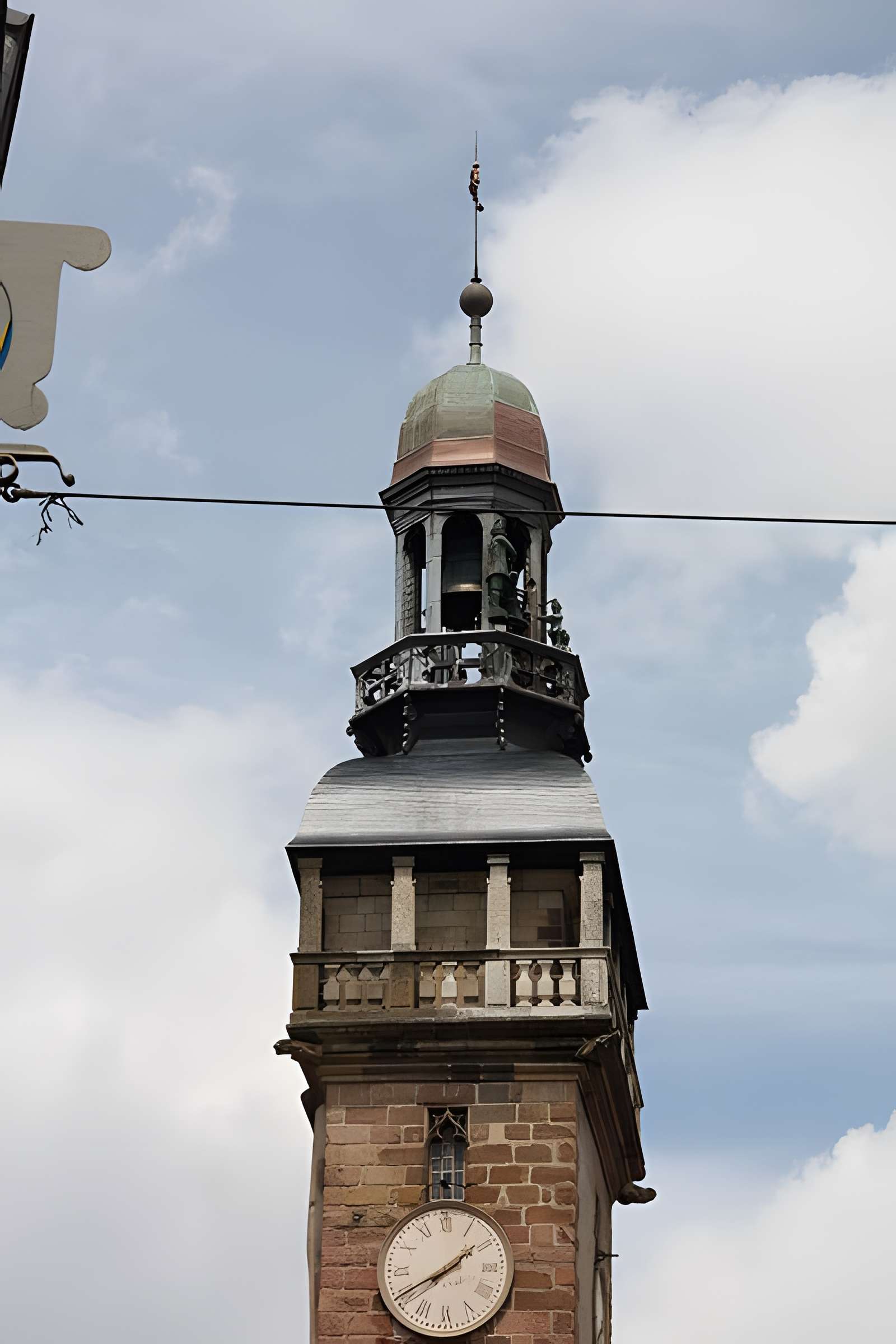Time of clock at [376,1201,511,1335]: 1:40
